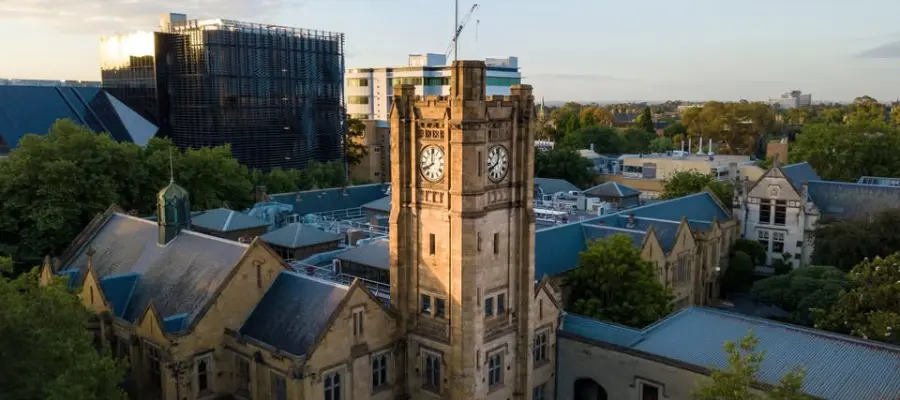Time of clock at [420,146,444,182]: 7:59
